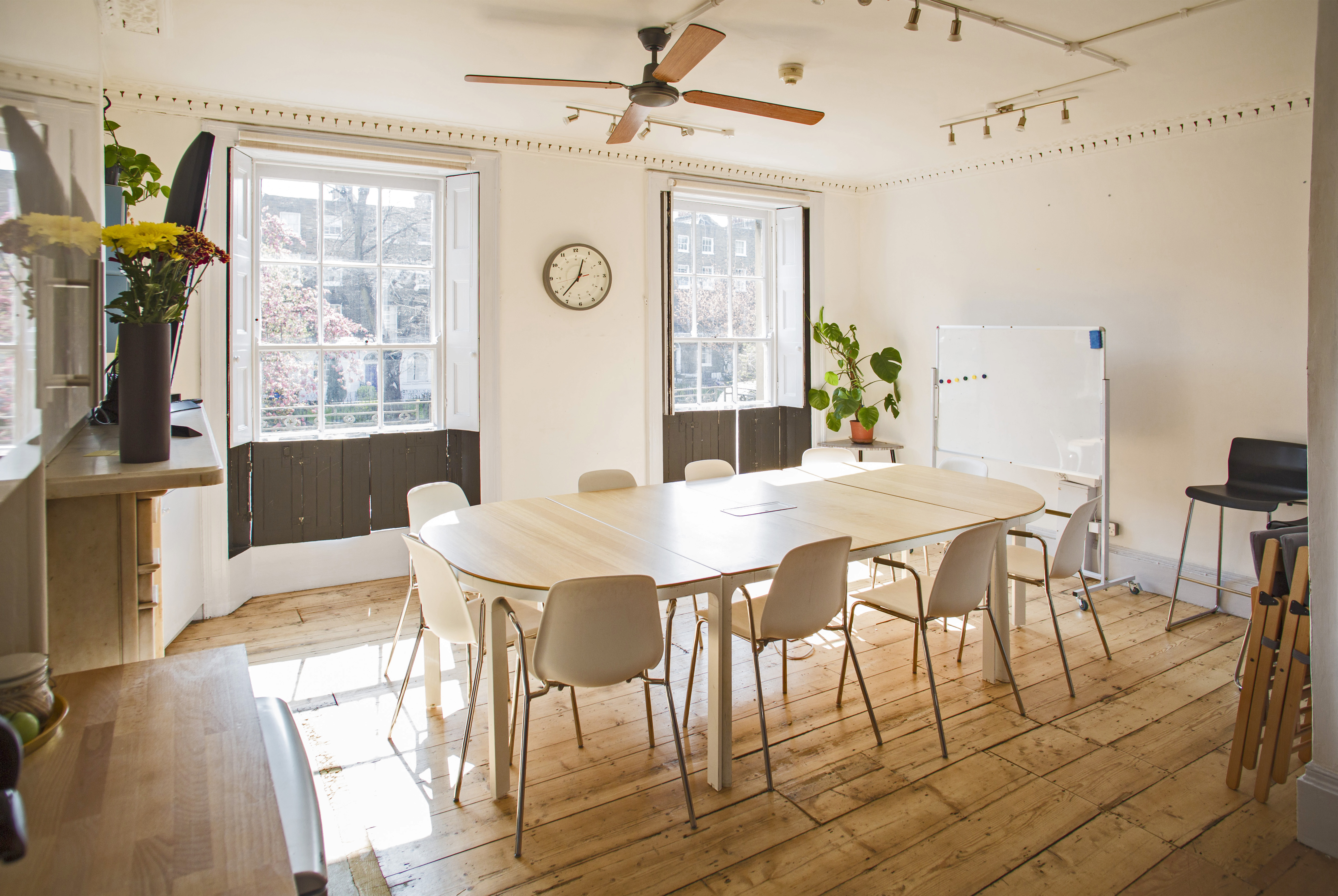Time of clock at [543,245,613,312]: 12:37
